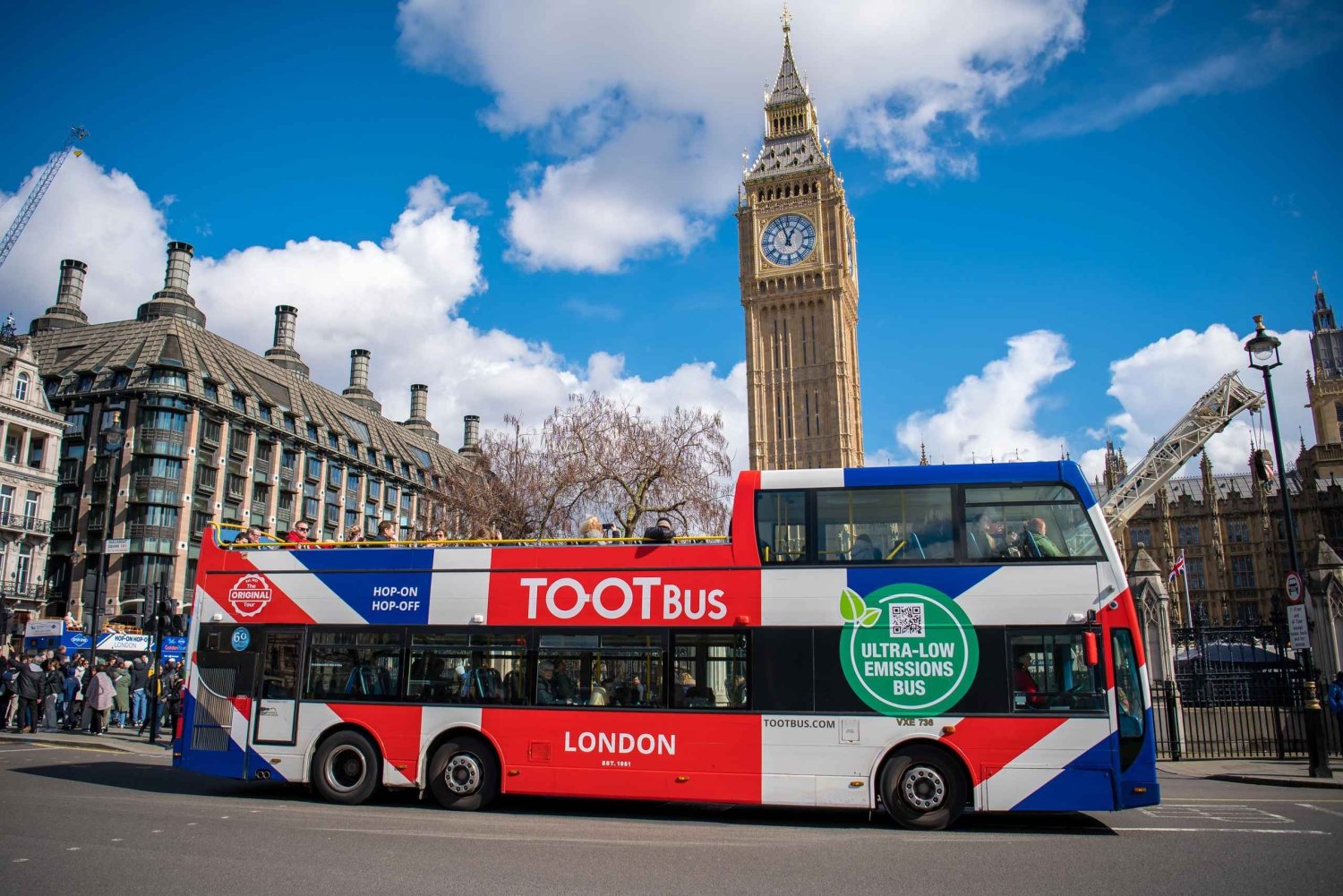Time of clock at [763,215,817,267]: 12:57
